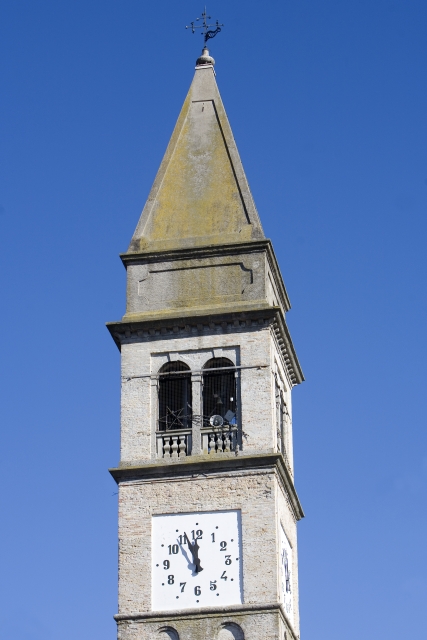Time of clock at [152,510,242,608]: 11:56
